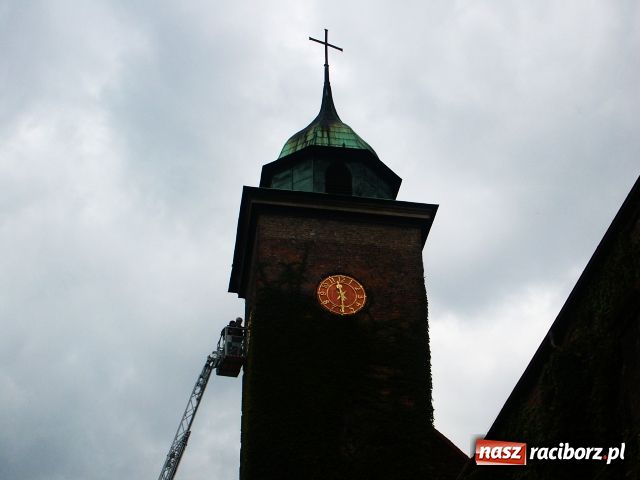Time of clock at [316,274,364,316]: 11:30
